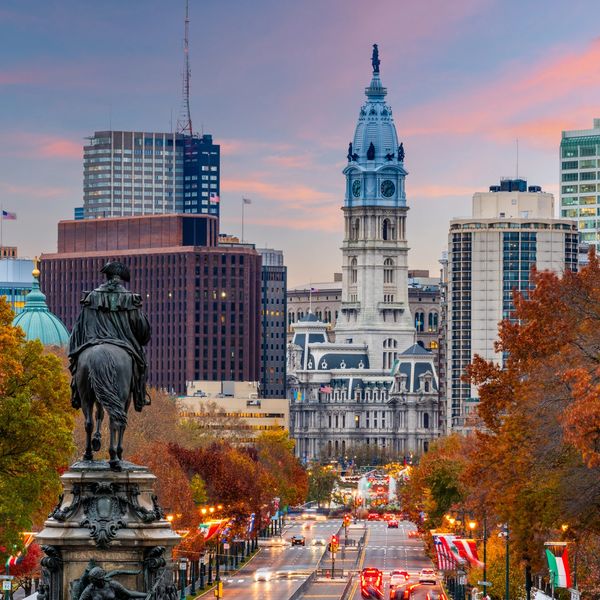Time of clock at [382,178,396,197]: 7:11
